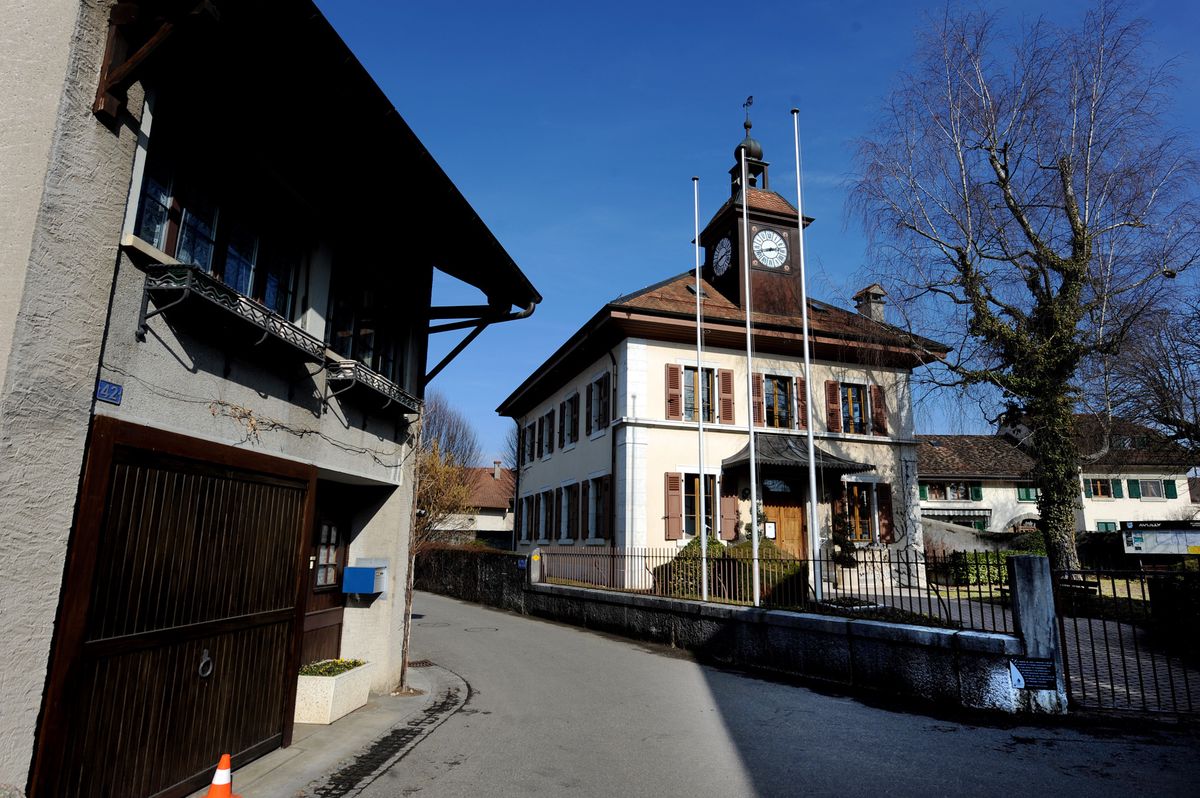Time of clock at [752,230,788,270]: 2:42
